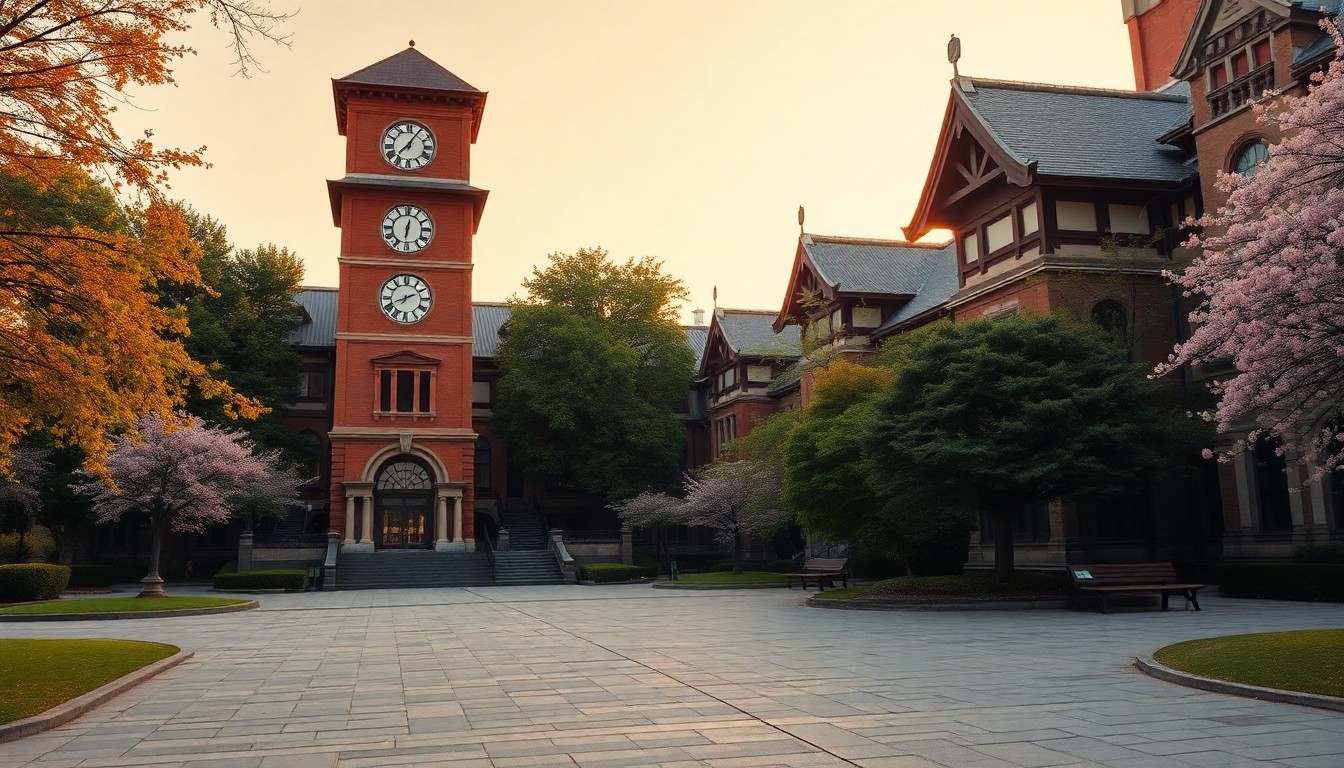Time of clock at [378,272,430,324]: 1:41
